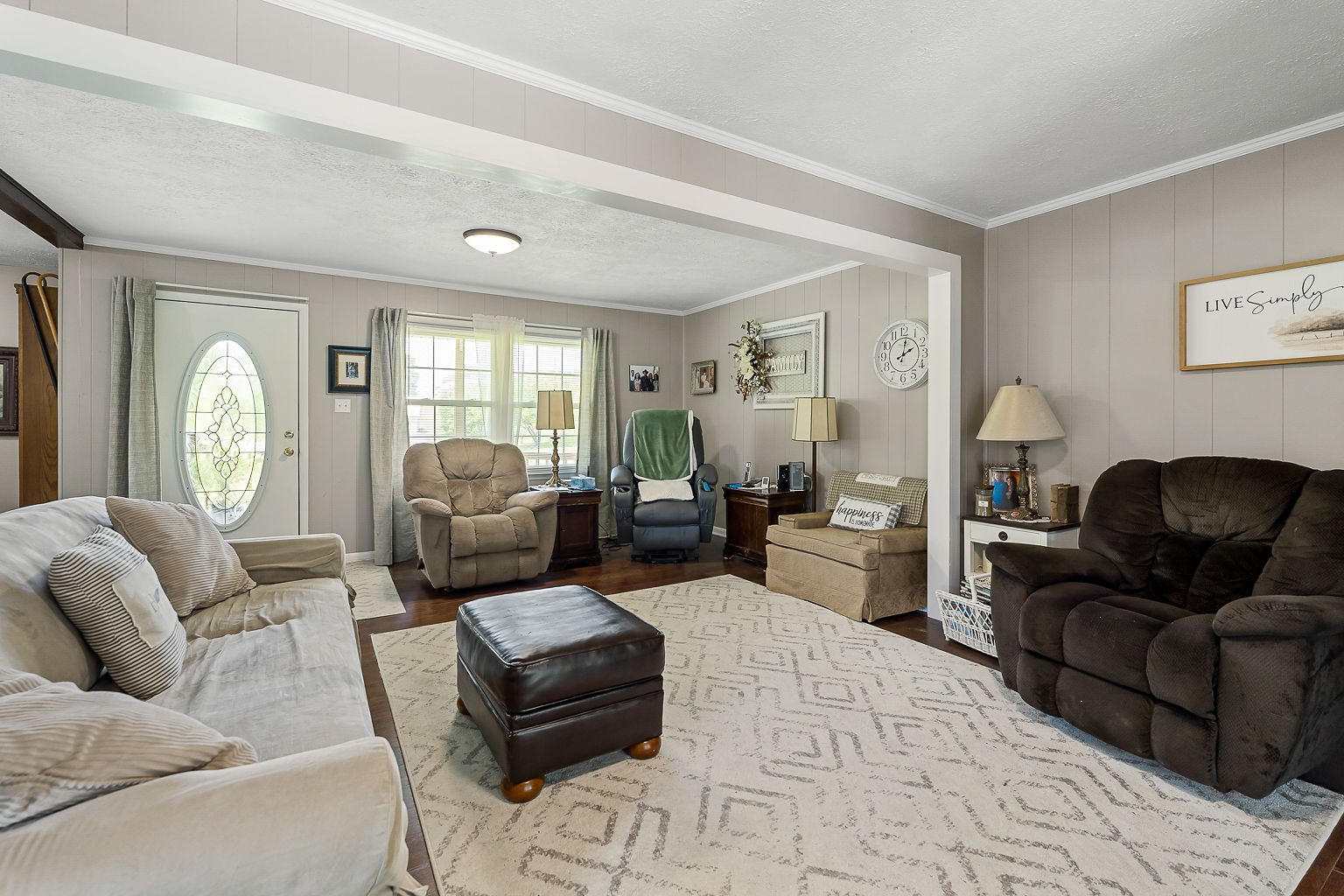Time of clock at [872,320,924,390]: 2:01
